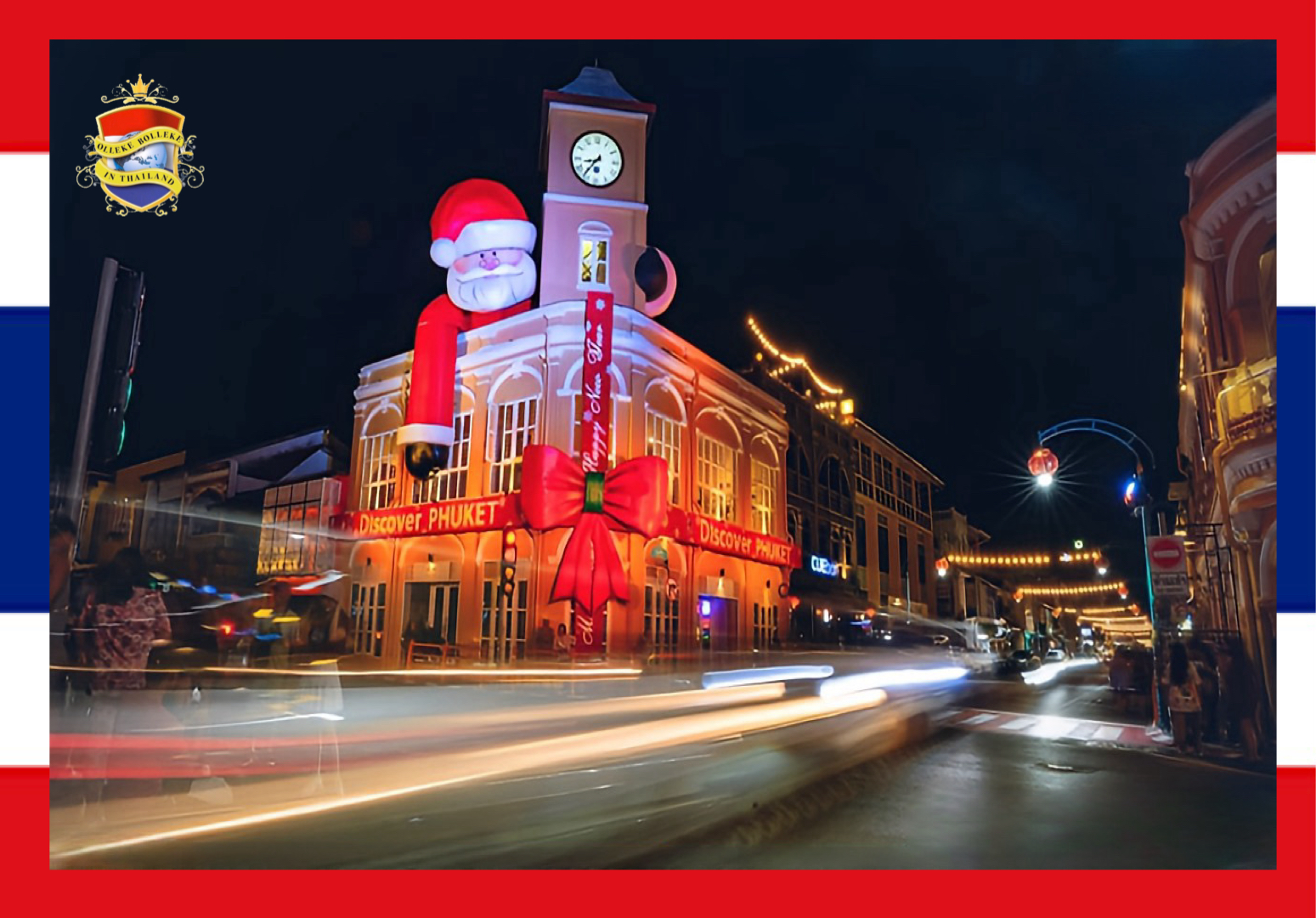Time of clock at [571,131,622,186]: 8:36
